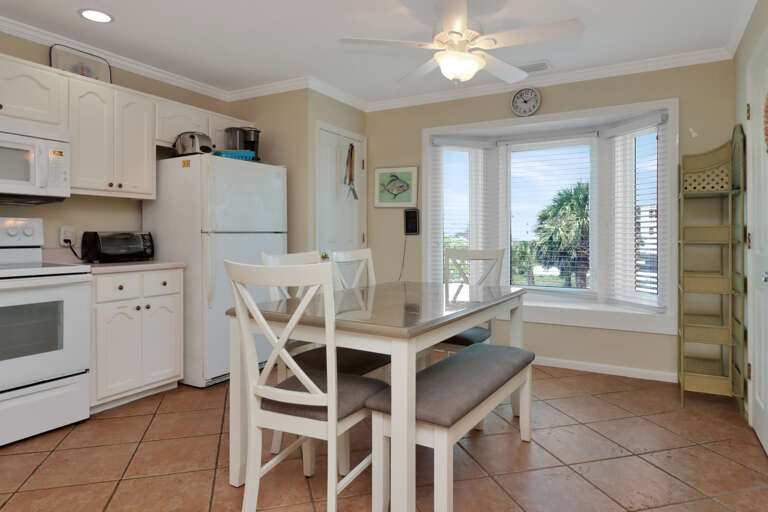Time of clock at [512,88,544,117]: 1:53
